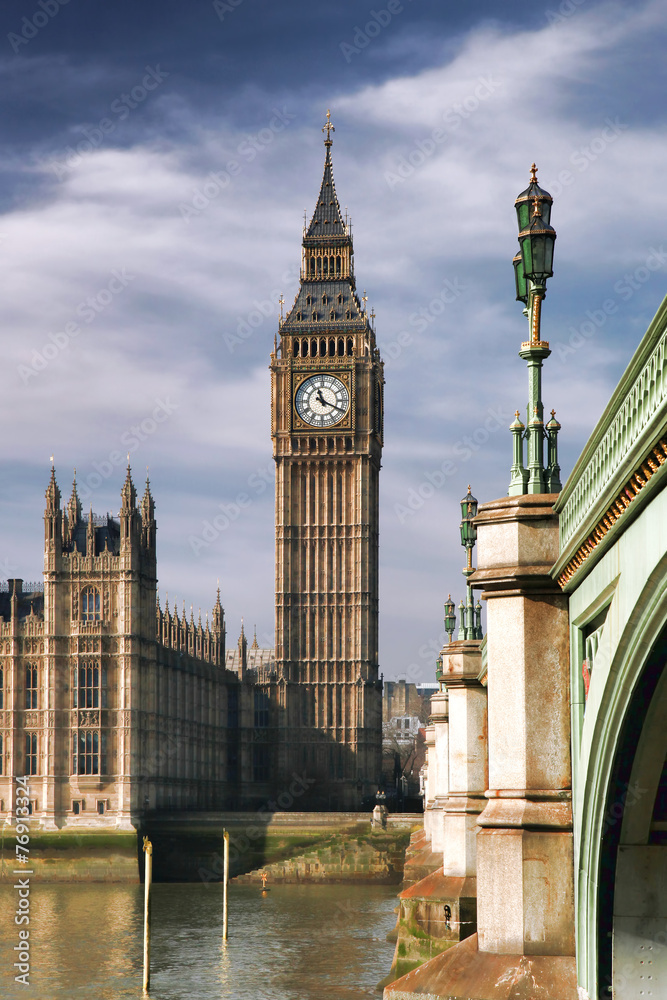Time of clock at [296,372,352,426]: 11:19
